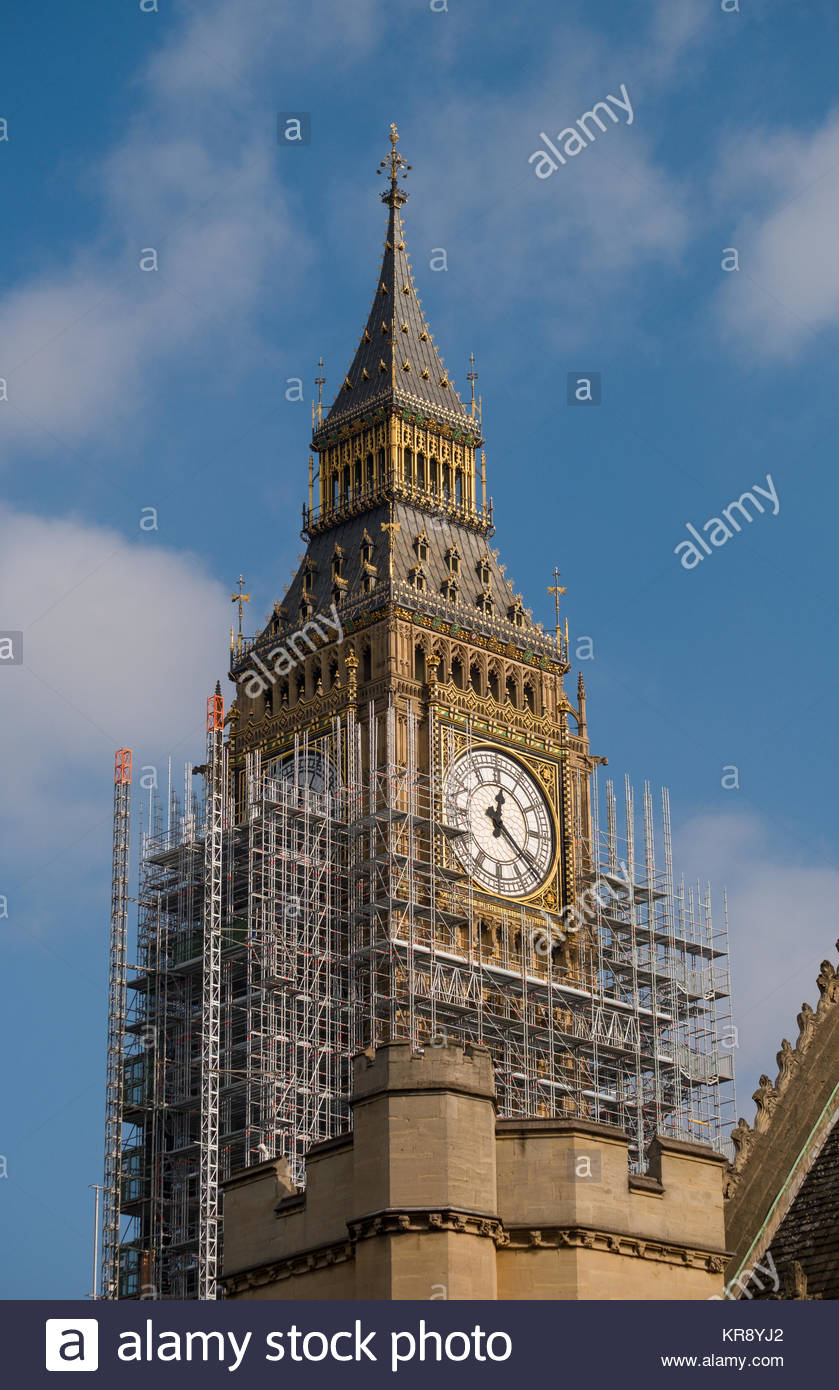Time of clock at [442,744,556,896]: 12:21
